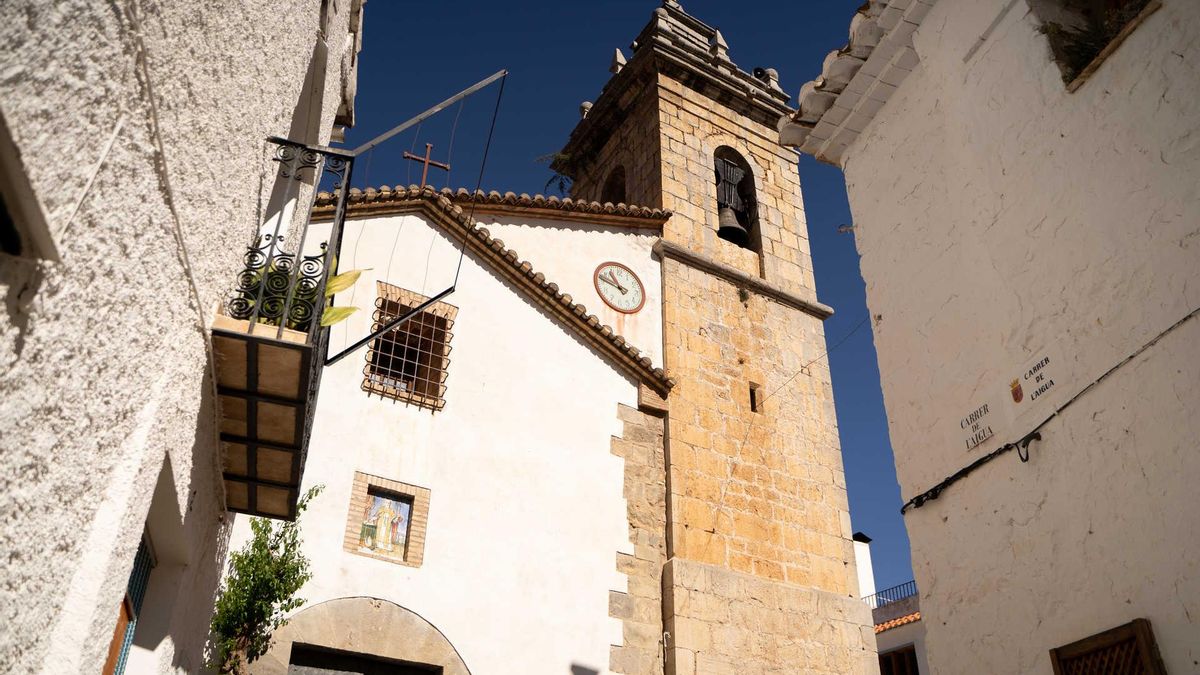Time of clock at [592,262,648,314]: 10:47
